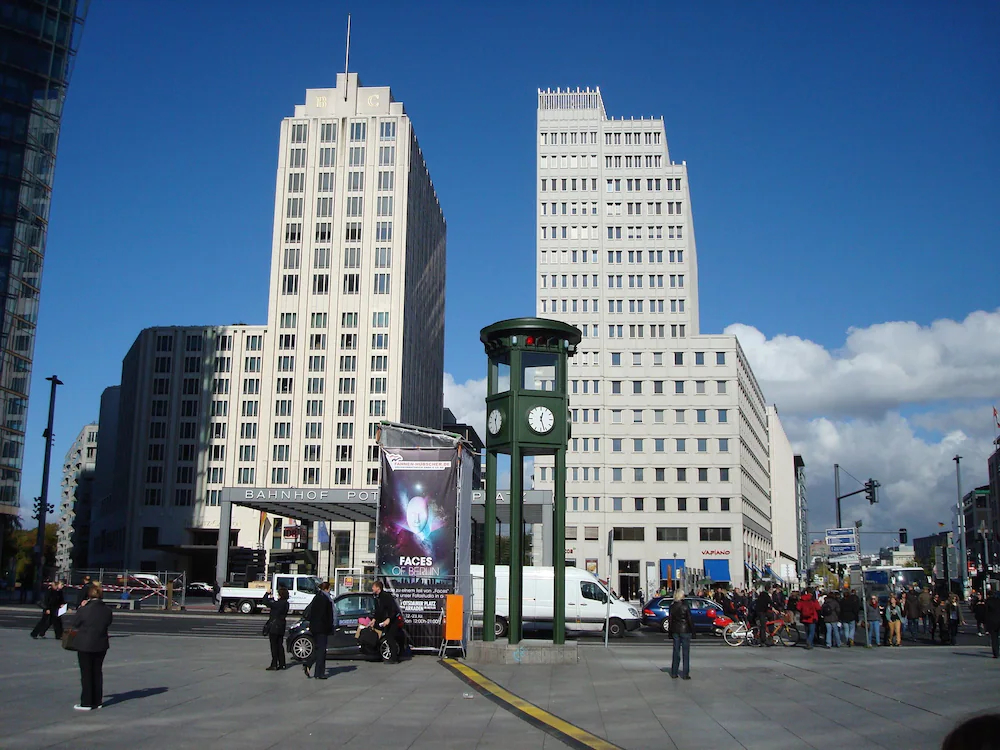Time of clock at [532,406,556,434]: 12:27
